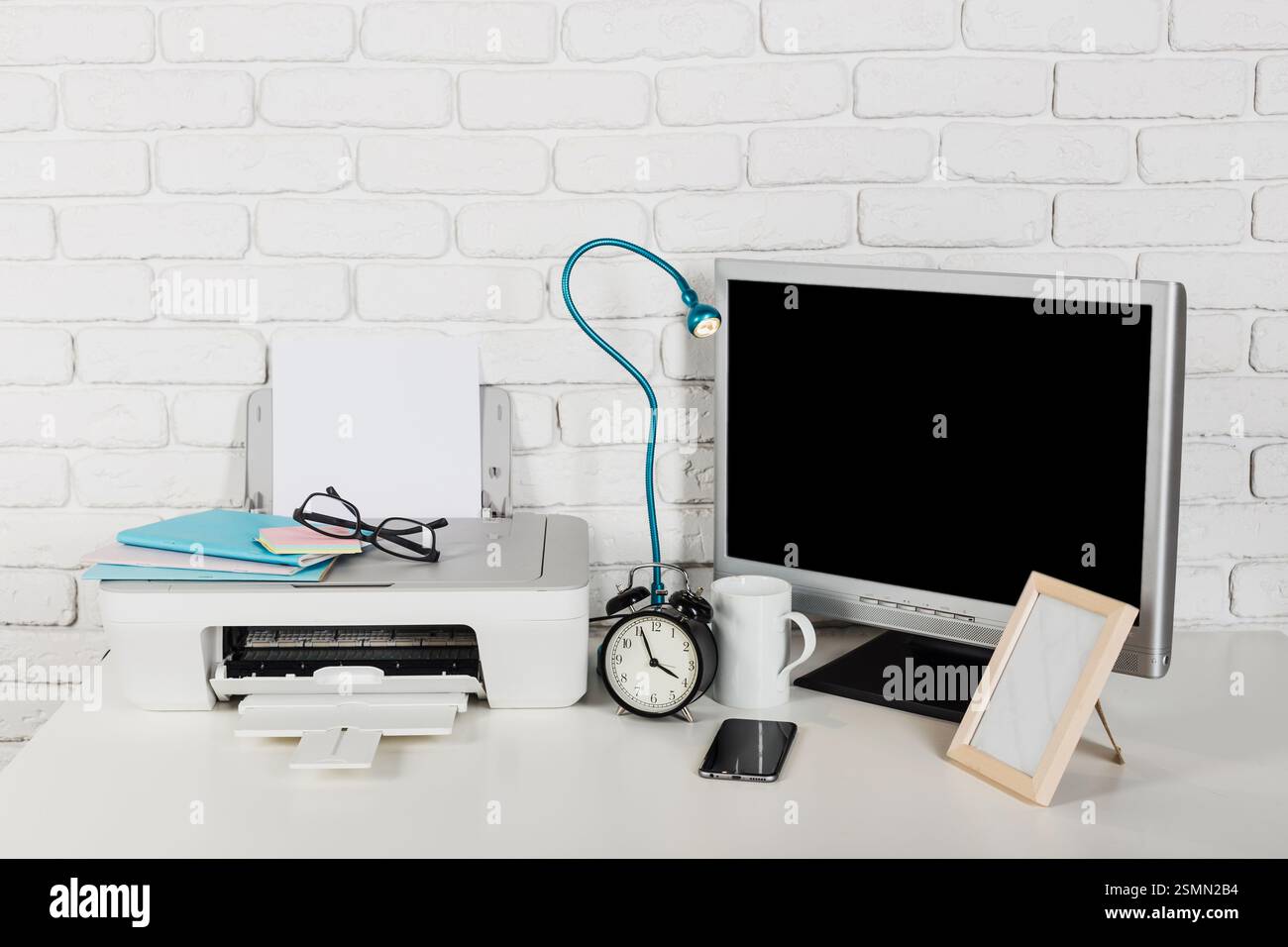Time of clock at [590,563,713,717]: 3:56
